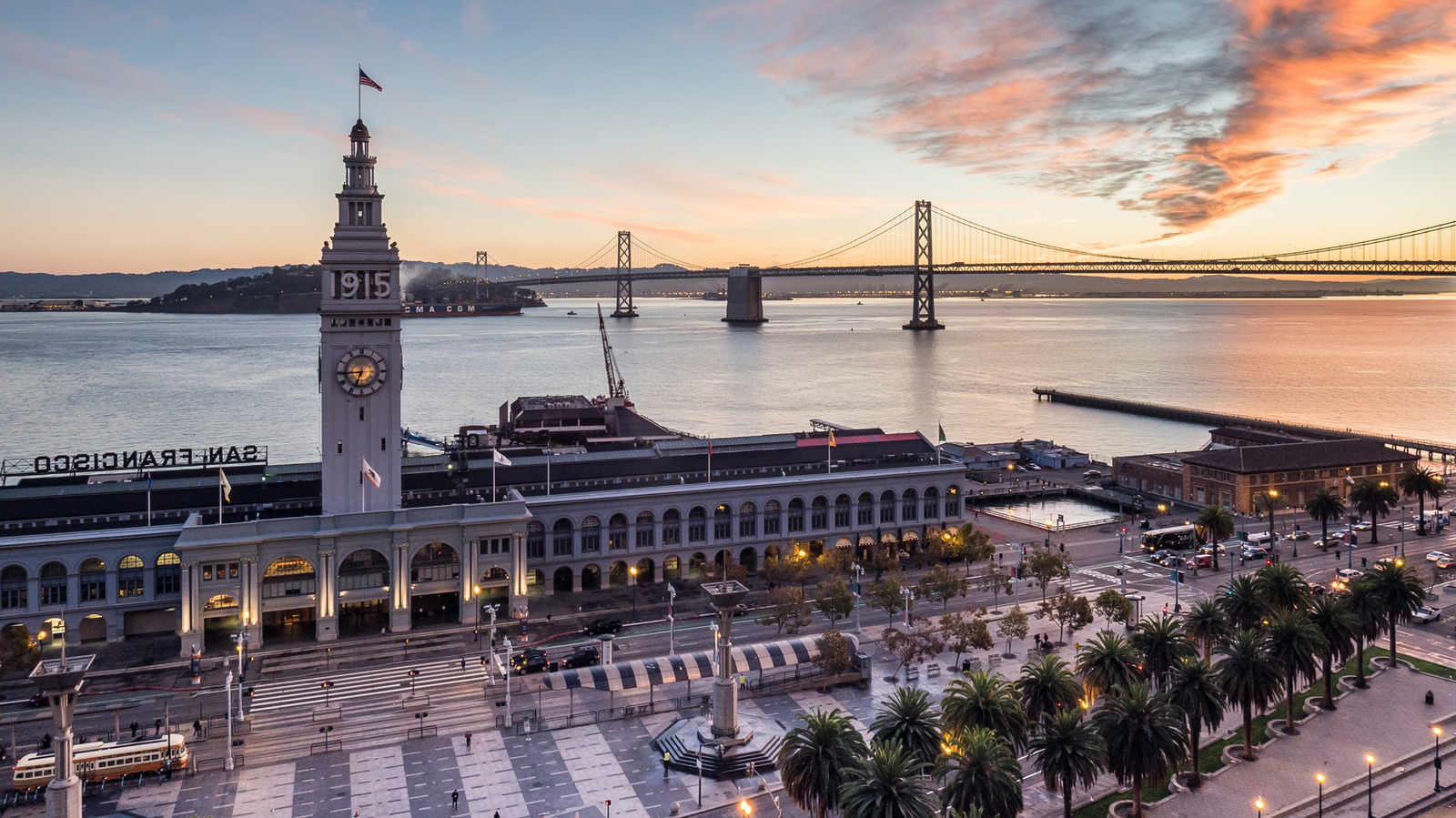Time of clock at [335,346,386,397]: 6:44
